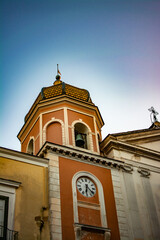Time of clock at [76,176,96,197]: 6:21
